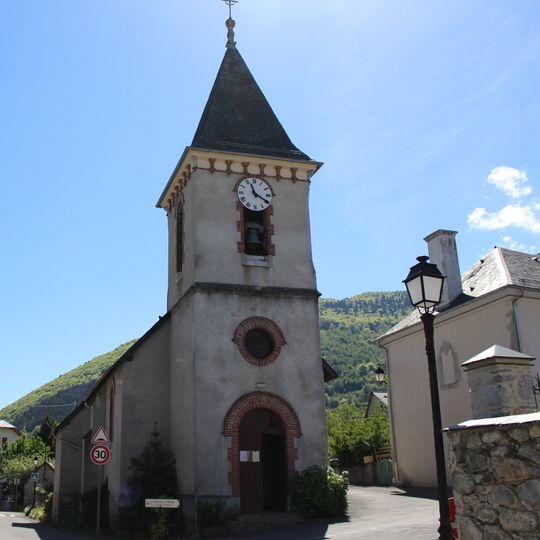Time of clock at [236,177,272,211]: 11:19
